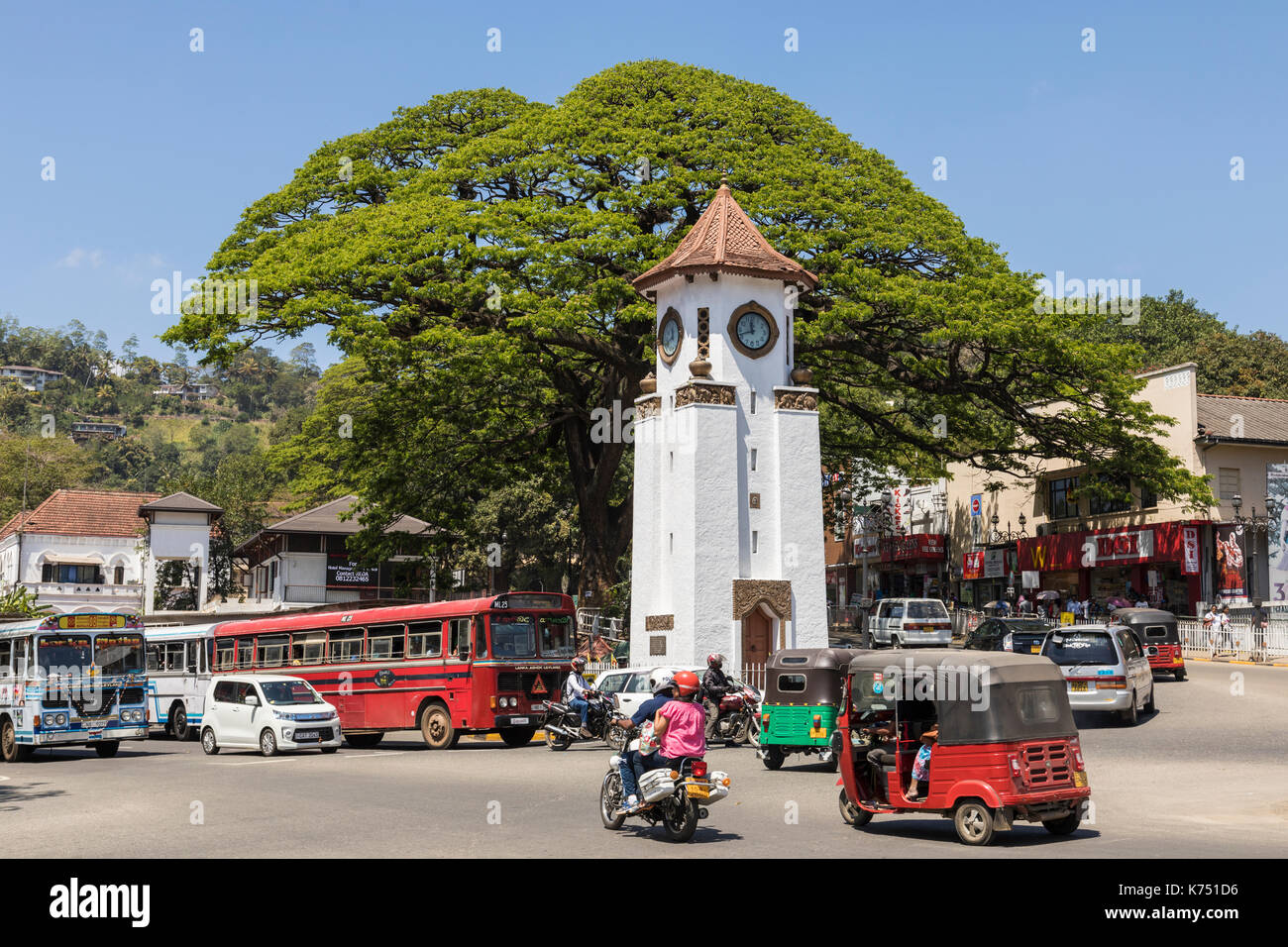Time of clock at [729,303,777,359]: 11:42
